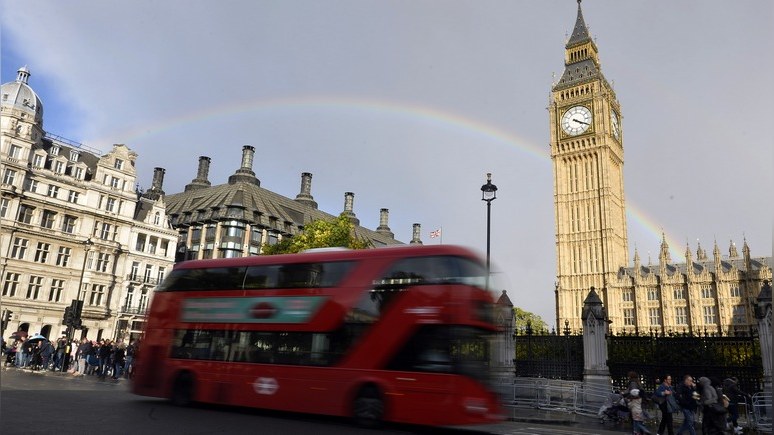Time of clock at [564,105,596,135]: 4:19
